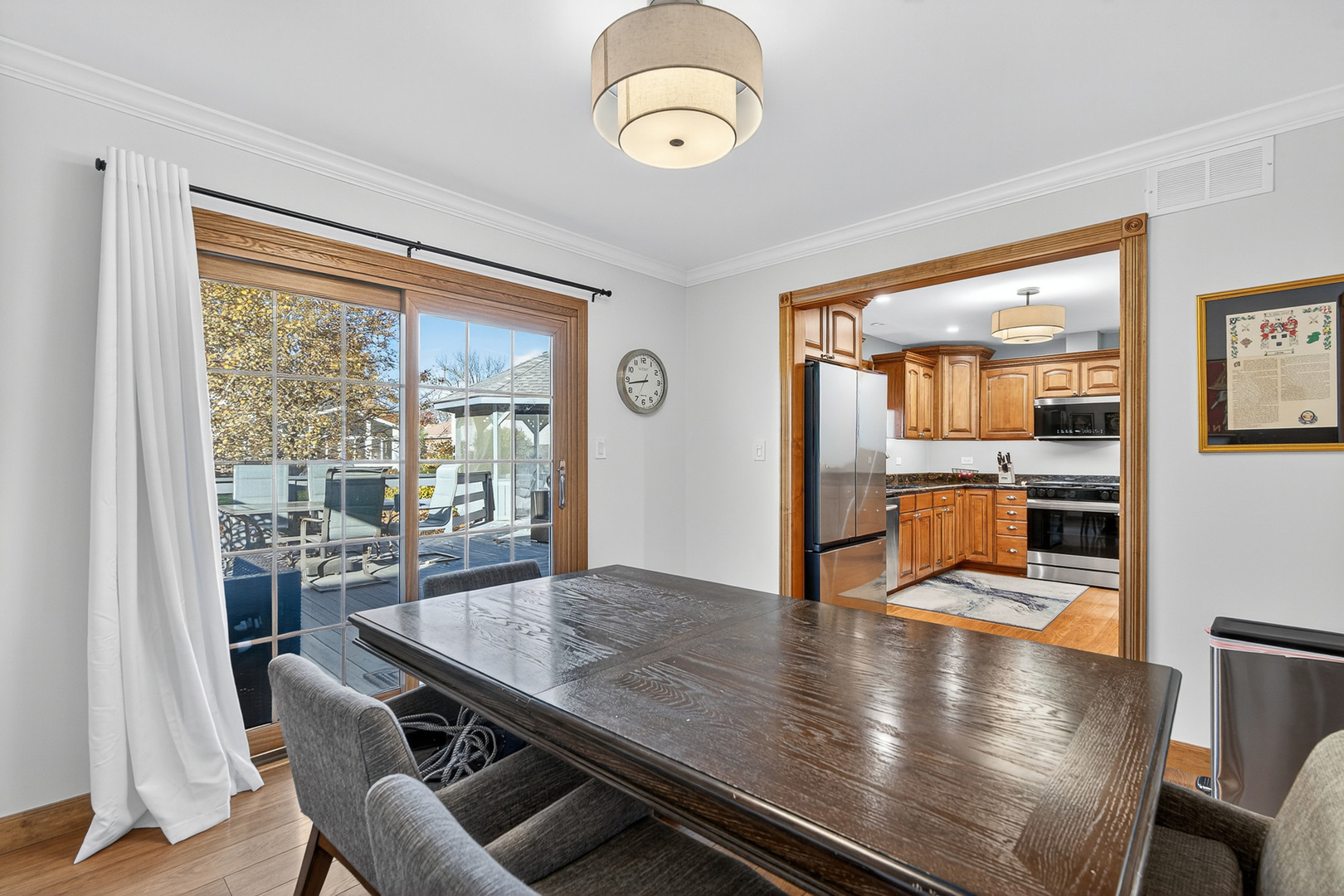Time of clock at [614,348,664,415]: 8:43
